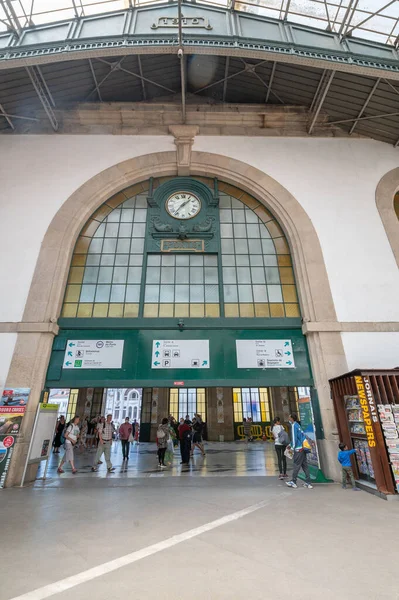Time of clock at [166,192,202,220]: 1:36
